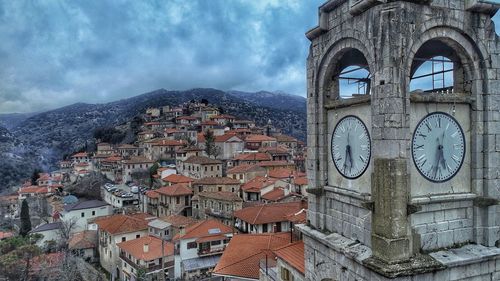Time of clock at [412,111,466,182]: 5:32
